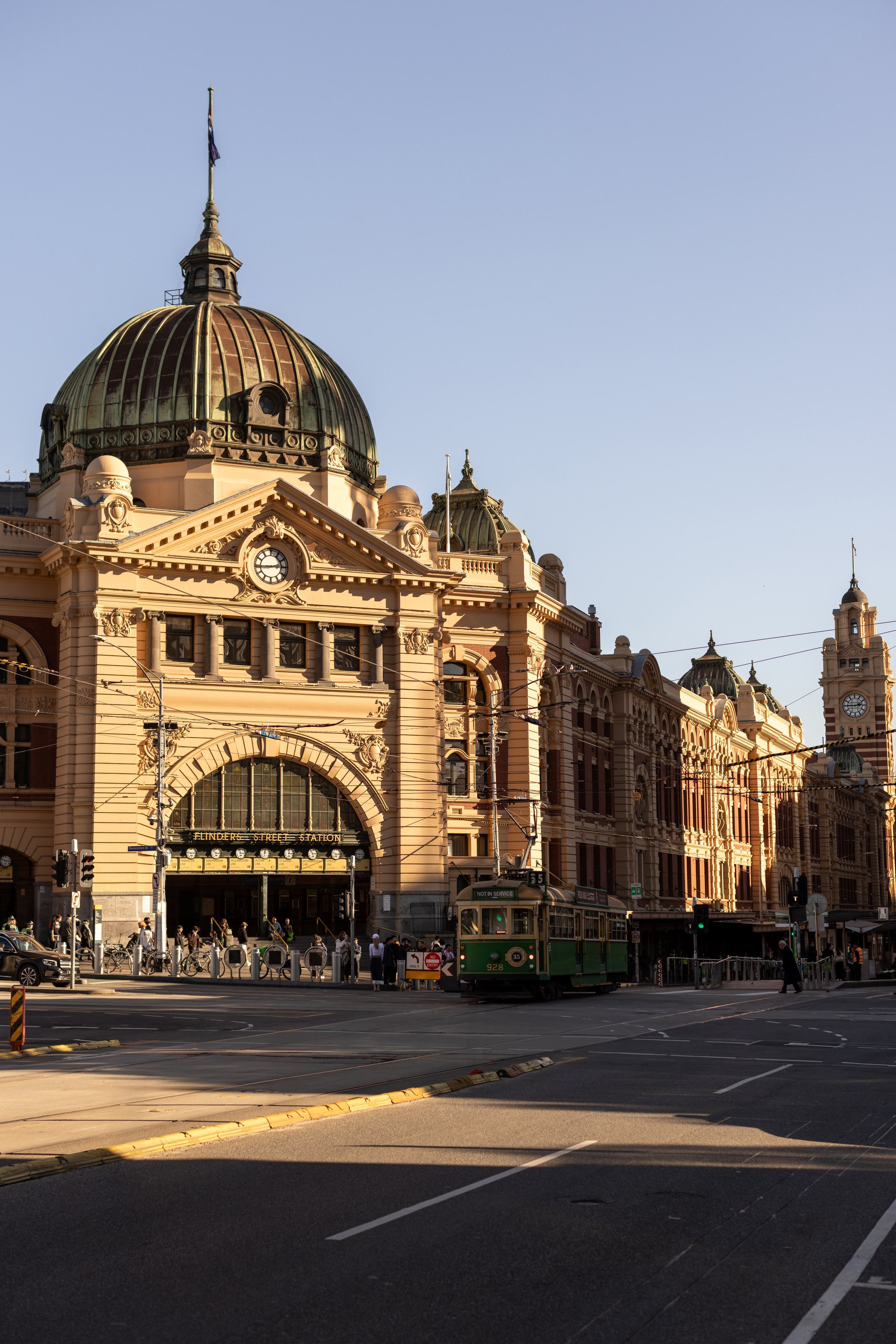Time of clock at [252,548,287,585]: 2:44
